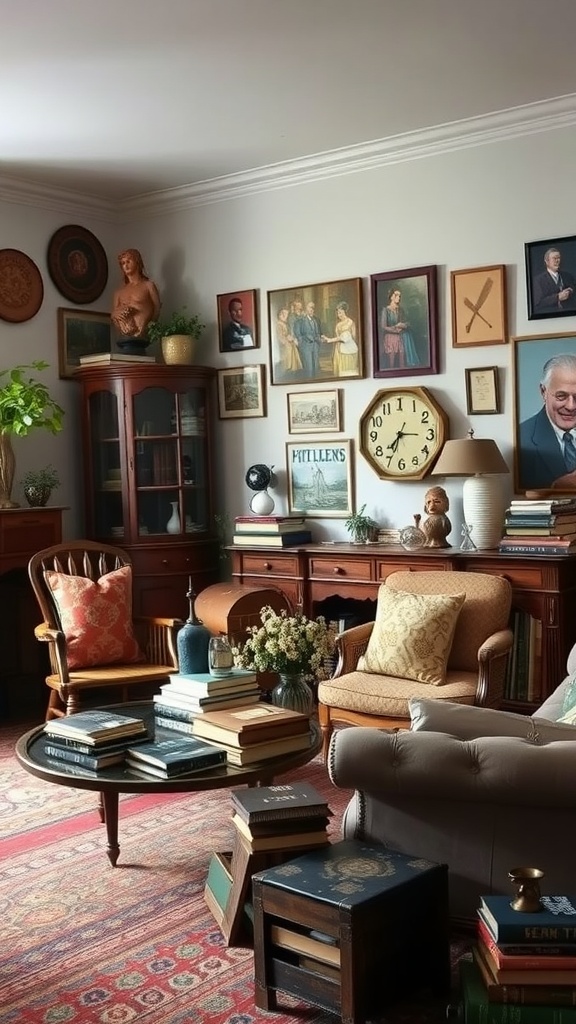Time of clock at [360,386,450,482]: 7:34
